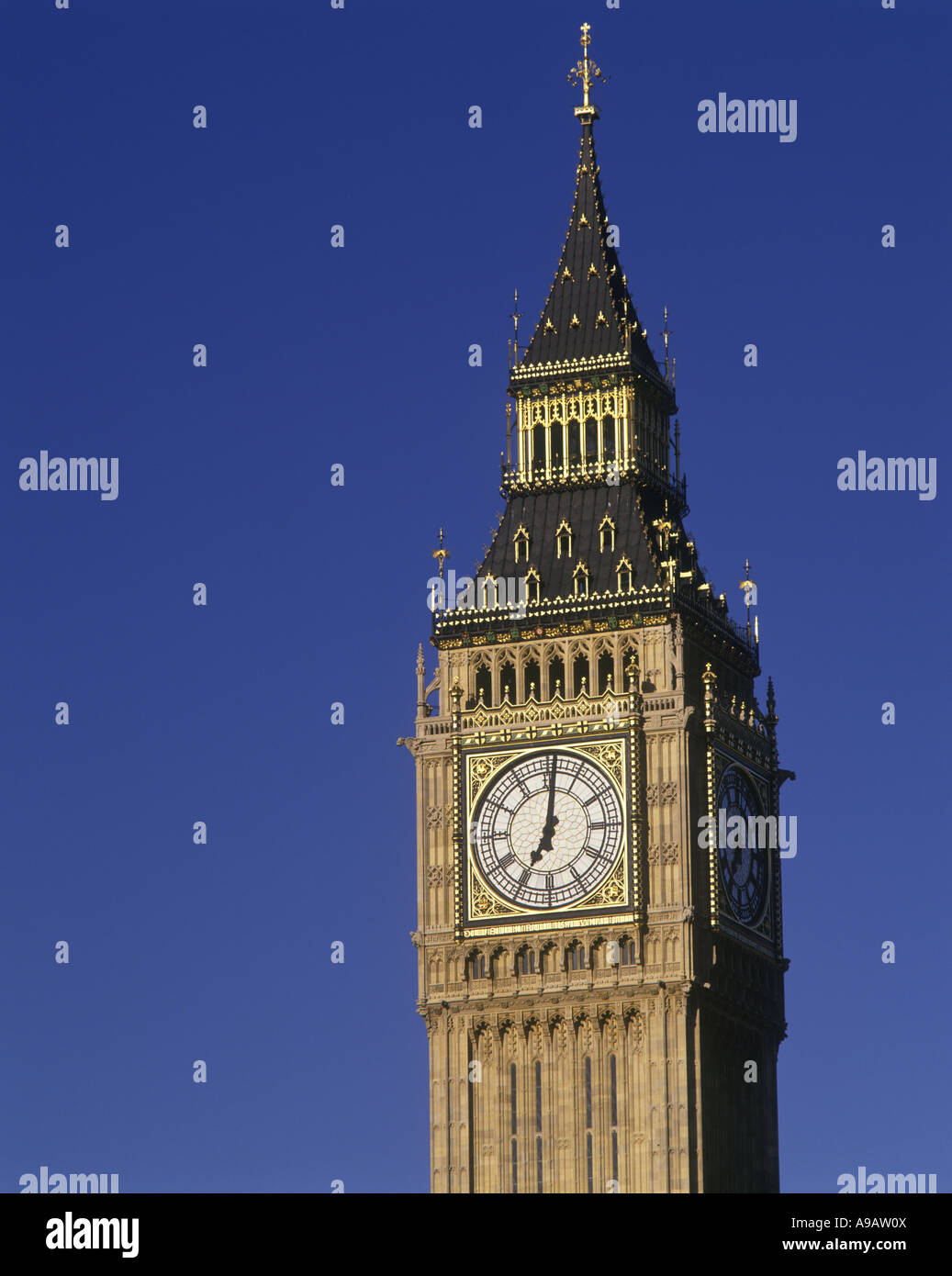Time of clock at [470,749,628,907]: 7:01
